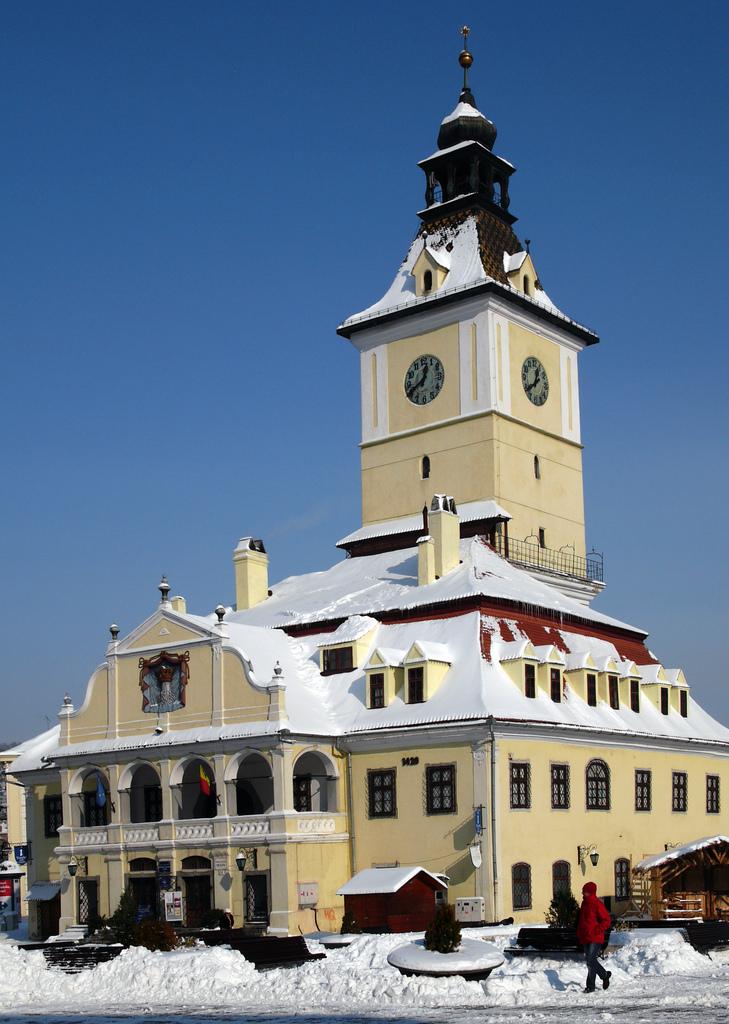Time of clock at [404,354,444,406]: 12:40
